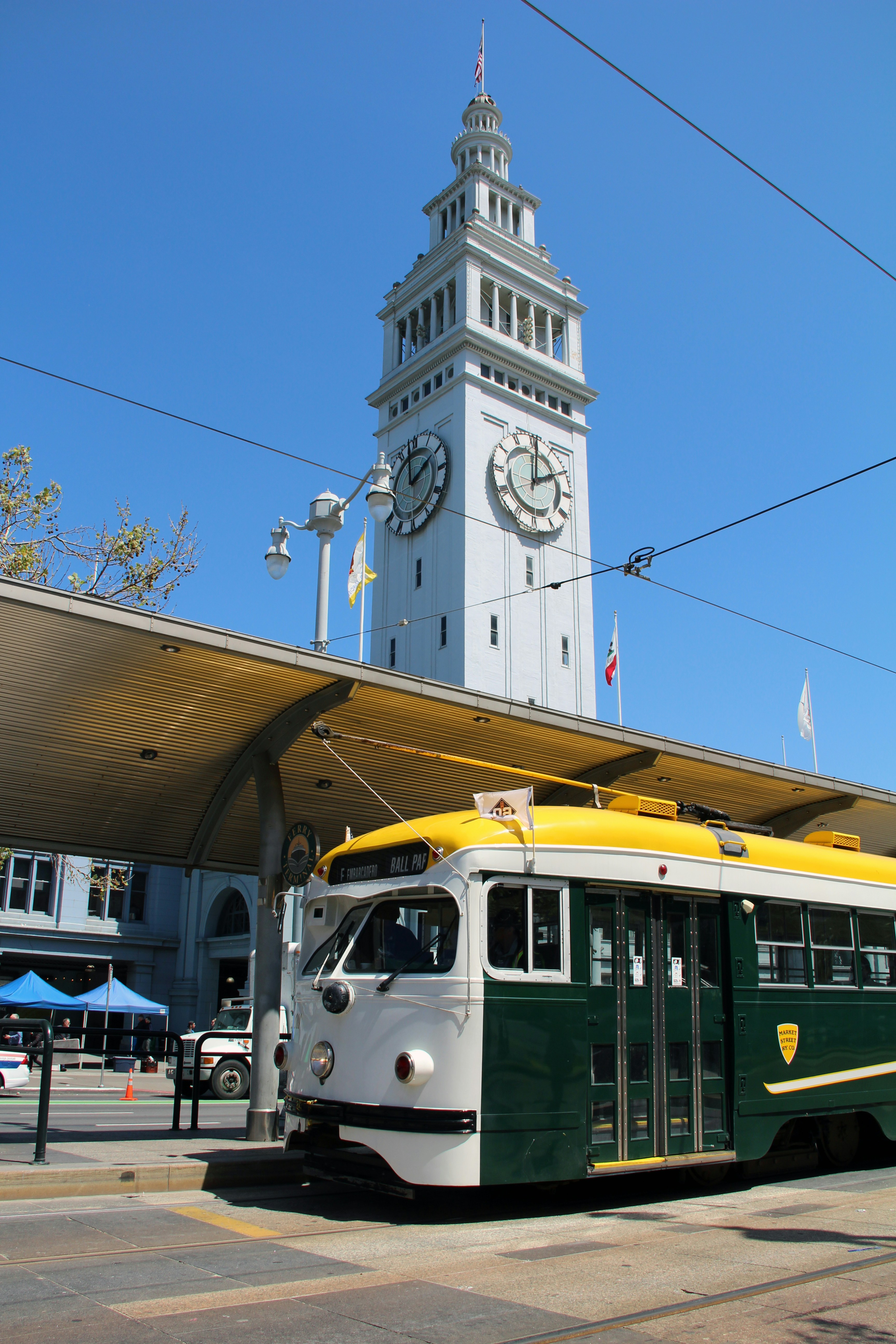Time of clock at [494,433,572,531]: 2:01
